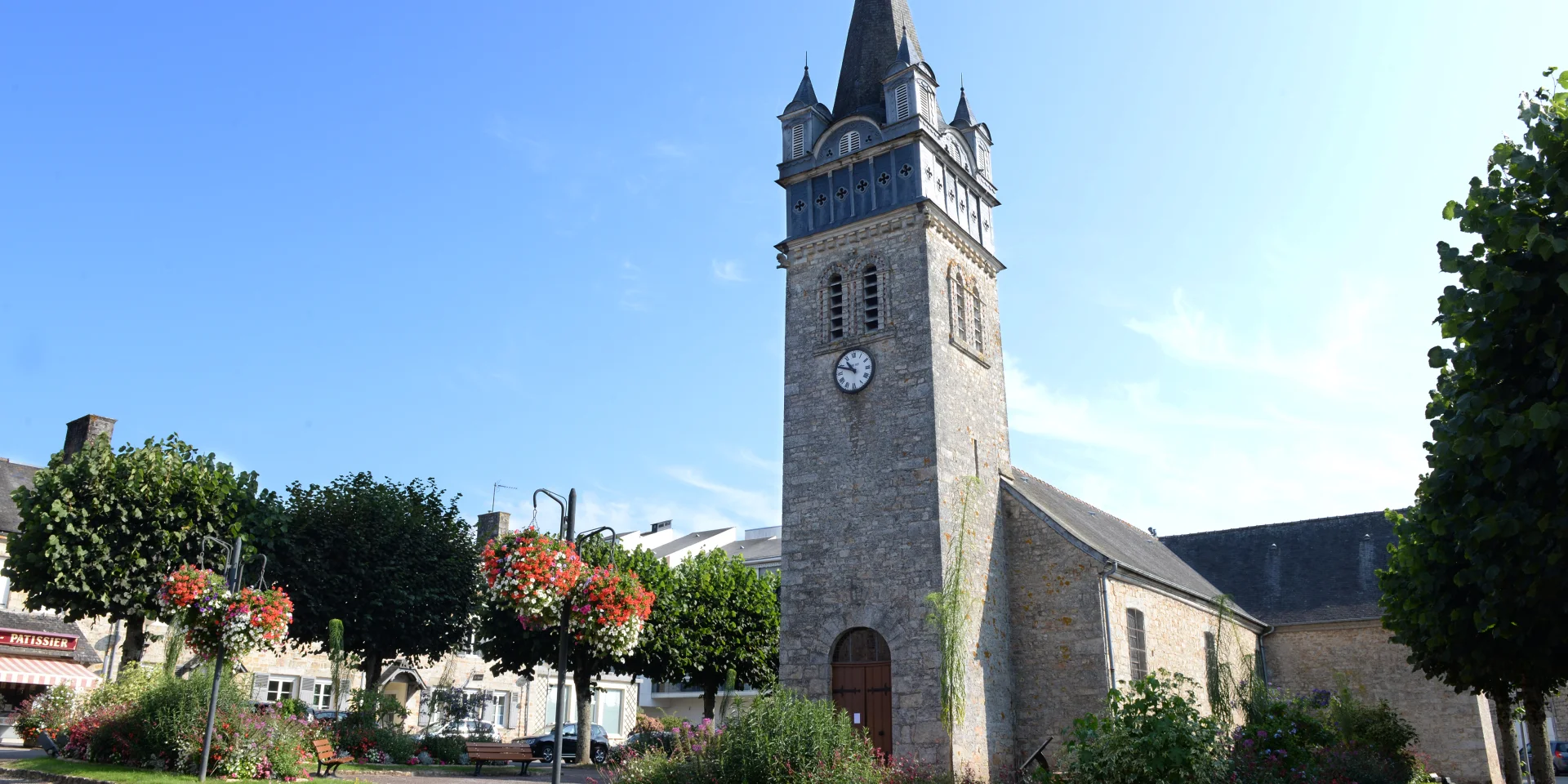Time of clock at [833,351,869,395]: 10:48
